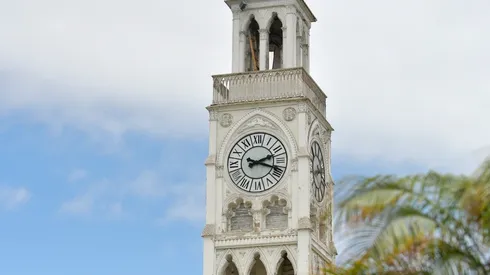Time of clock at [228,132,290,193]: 2:18
